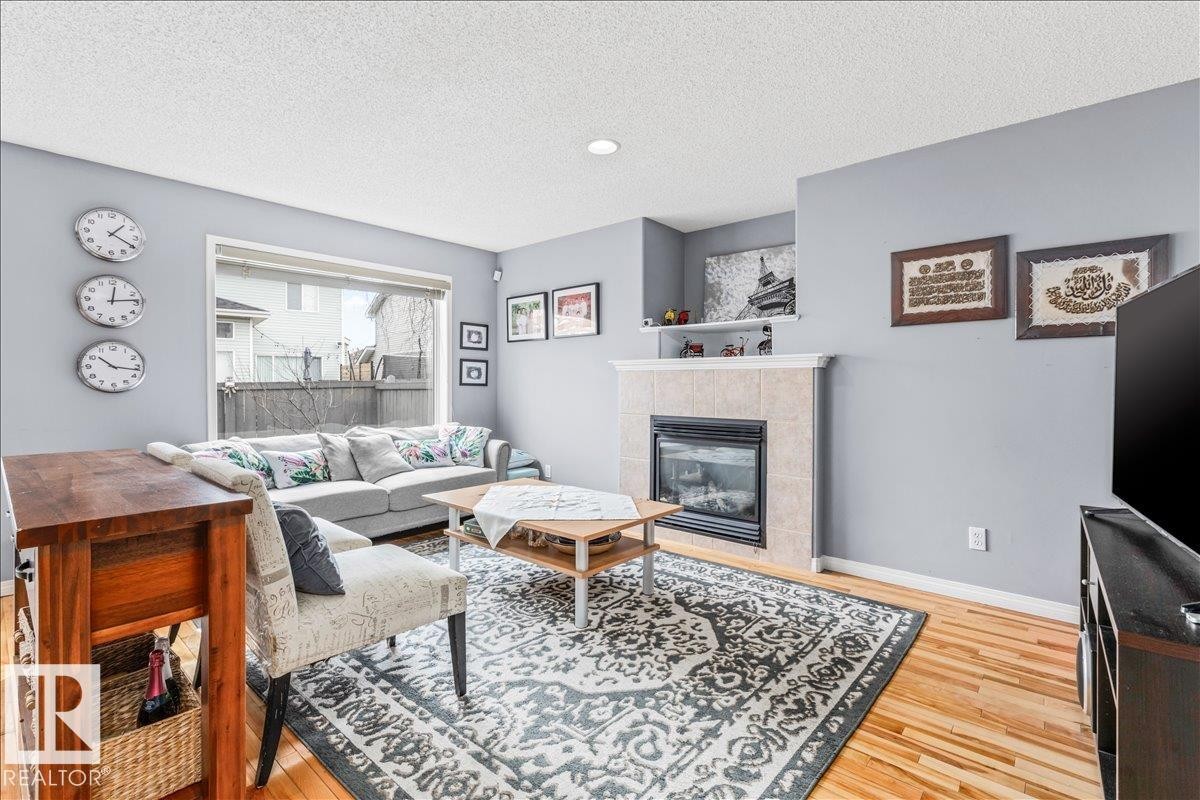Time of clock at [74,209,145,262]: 1:19
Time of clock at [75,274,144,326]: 12:13
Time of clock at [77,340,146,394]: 10:16
